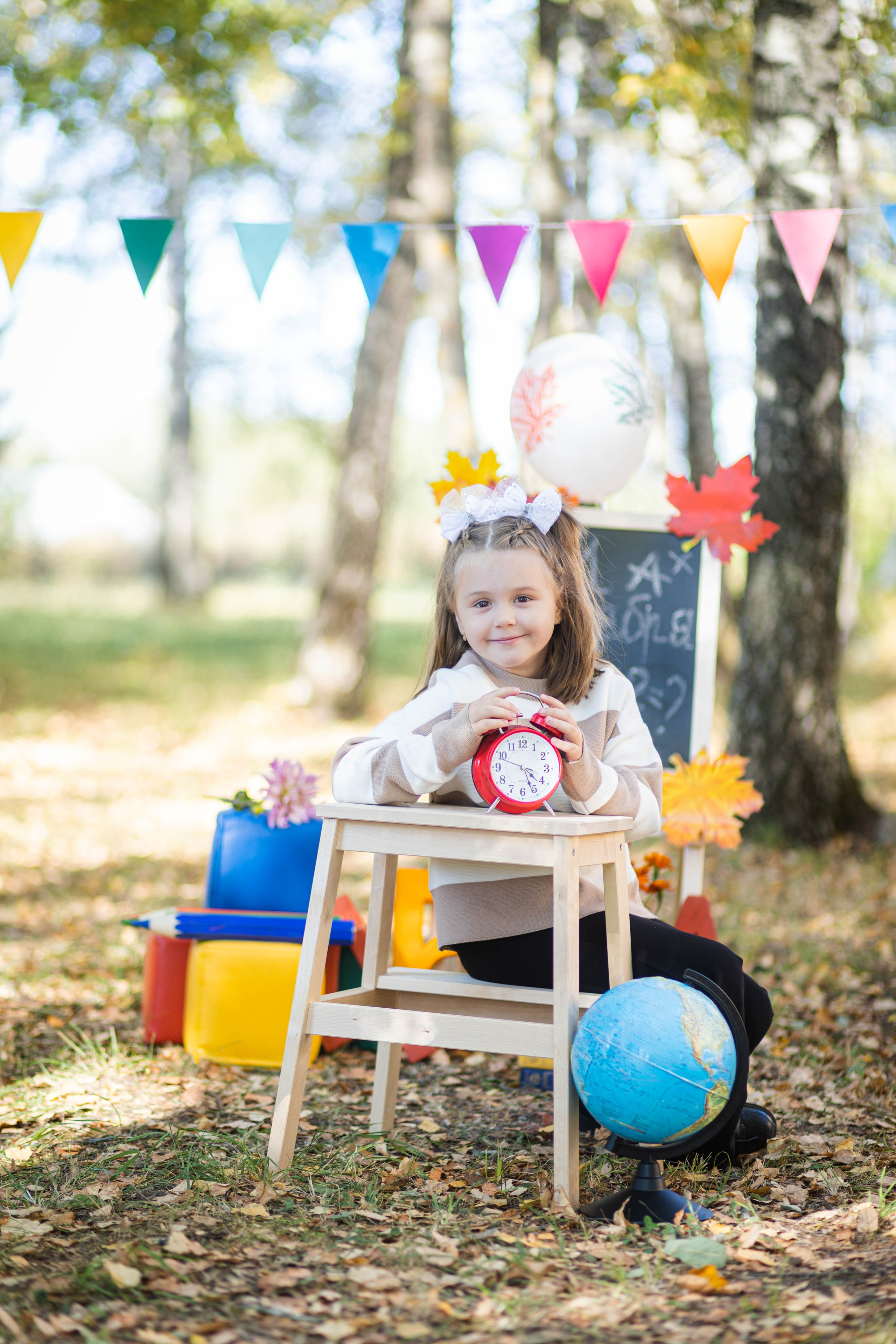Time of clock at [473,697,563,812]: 4:26
